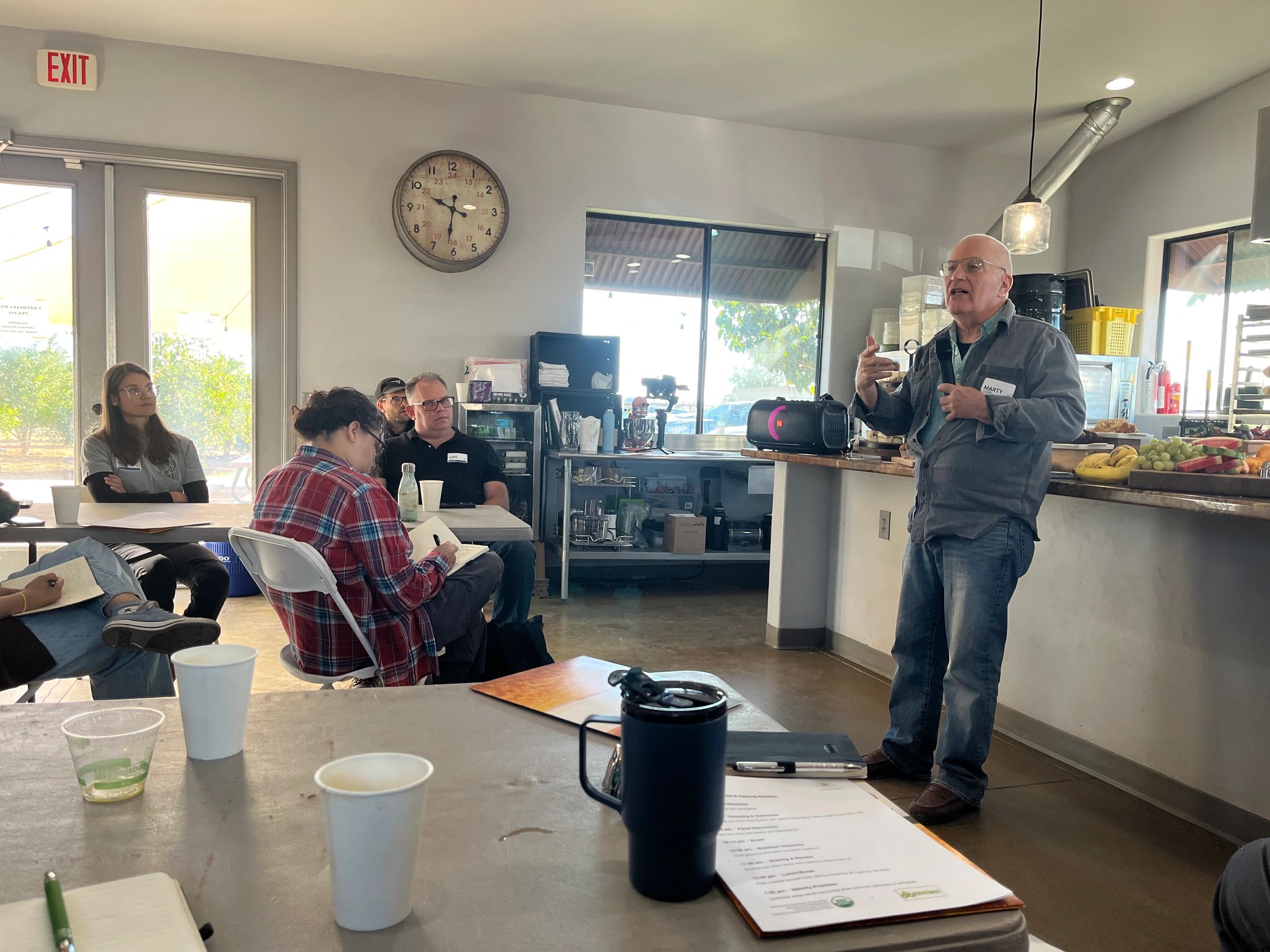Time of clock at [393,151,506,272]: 9:31
